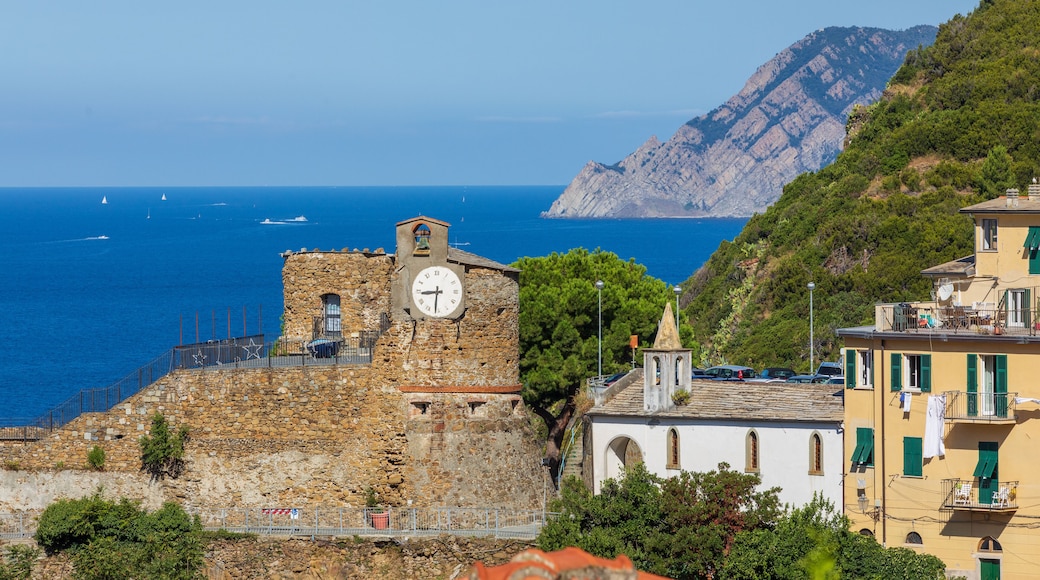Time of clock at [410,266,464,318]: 8:31
